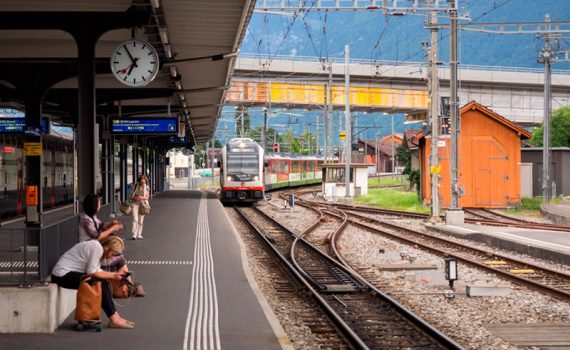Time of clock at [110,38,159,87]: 6:54
